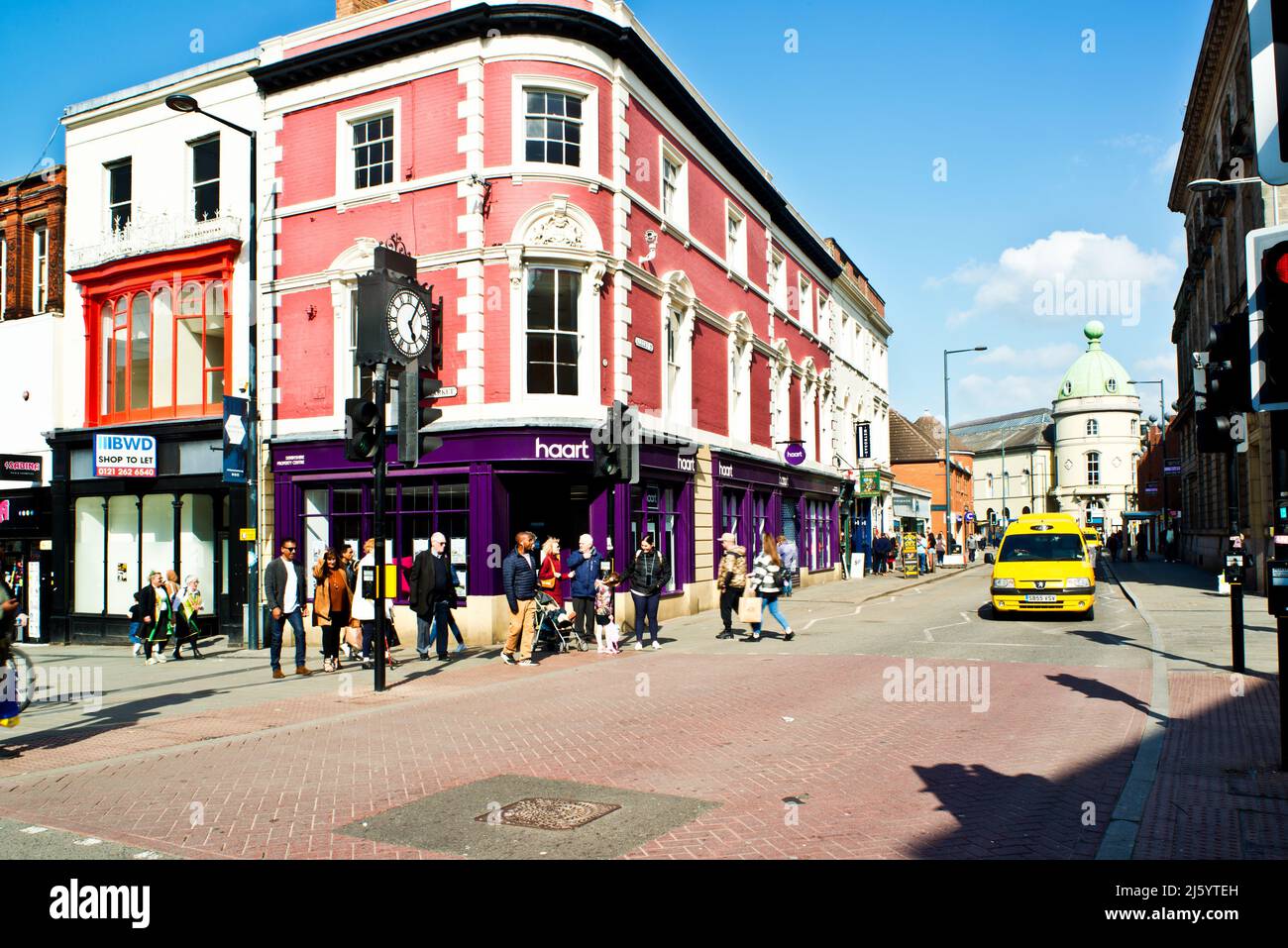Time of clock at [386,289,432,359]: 5:05
